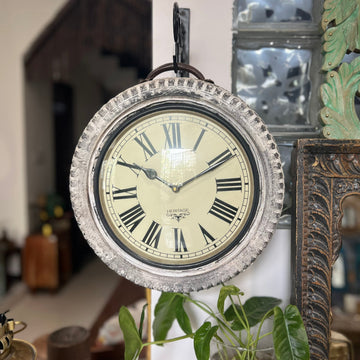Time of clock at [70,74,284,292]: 10:10
